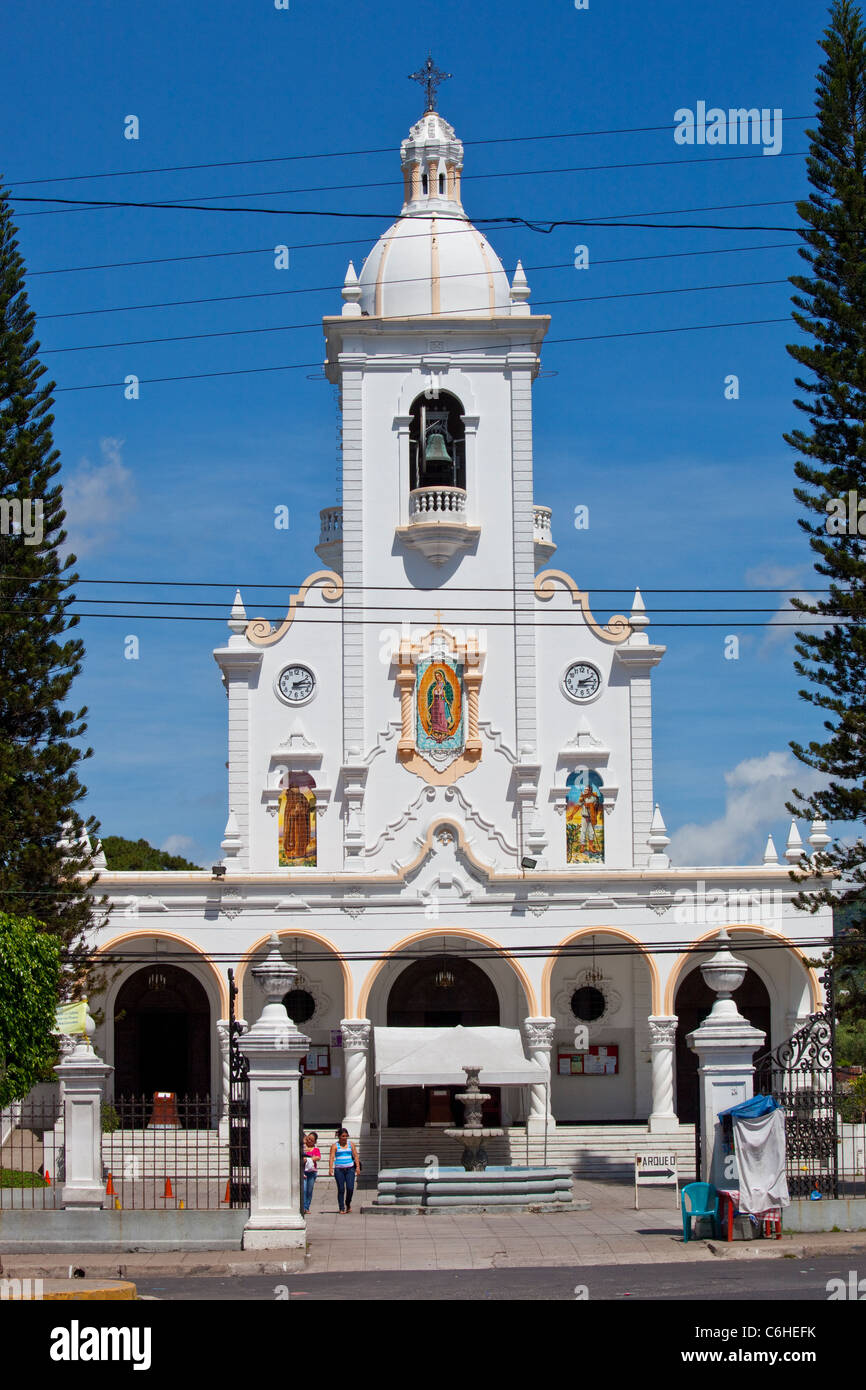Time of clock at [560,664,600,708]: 2:14
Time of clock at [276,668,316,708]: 2:14
